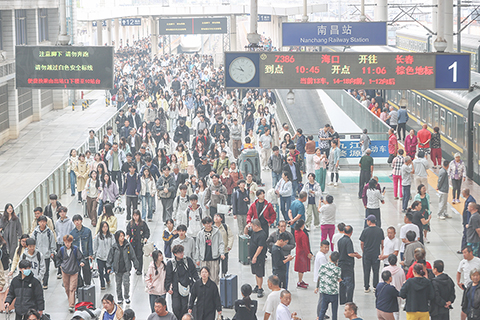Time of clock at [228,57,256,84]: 10:47
